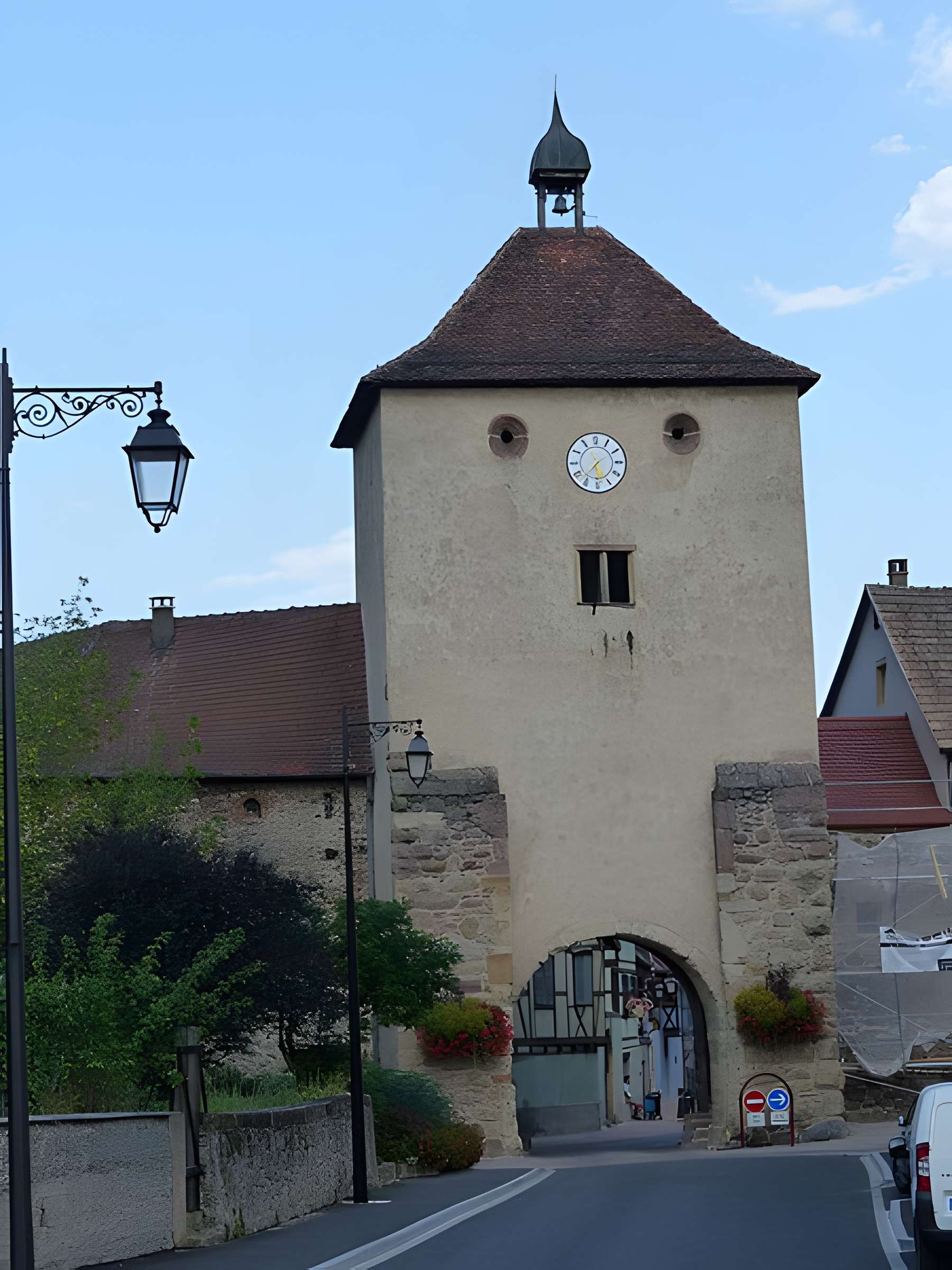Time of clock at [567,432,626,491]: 5:37
